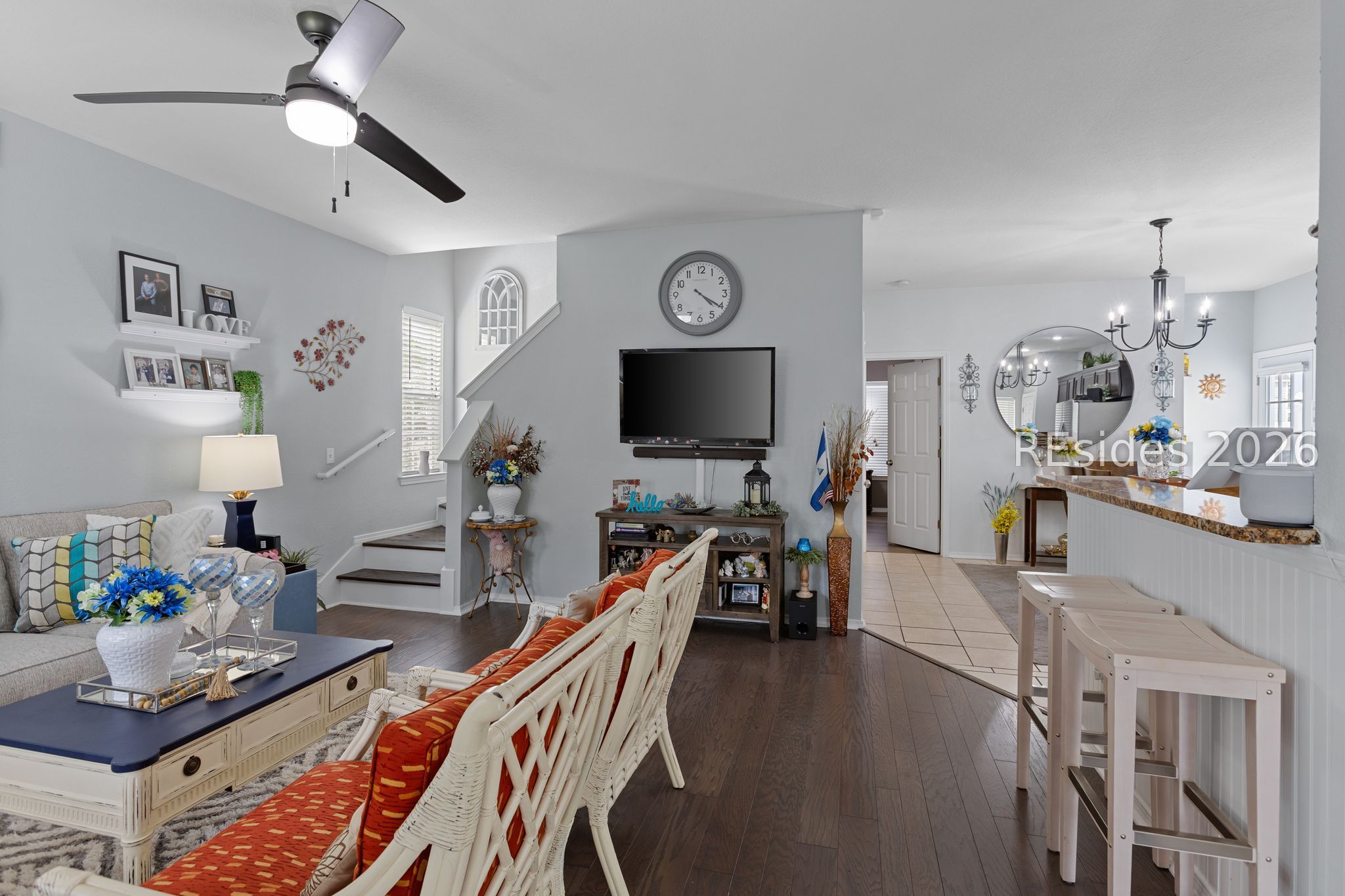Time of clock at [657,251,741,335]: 4:20
